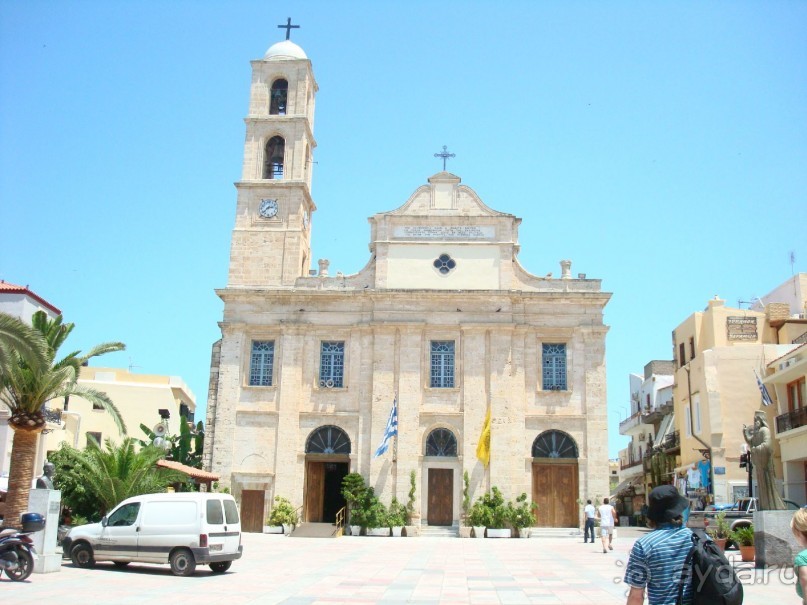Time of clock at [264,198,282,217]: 2:38
